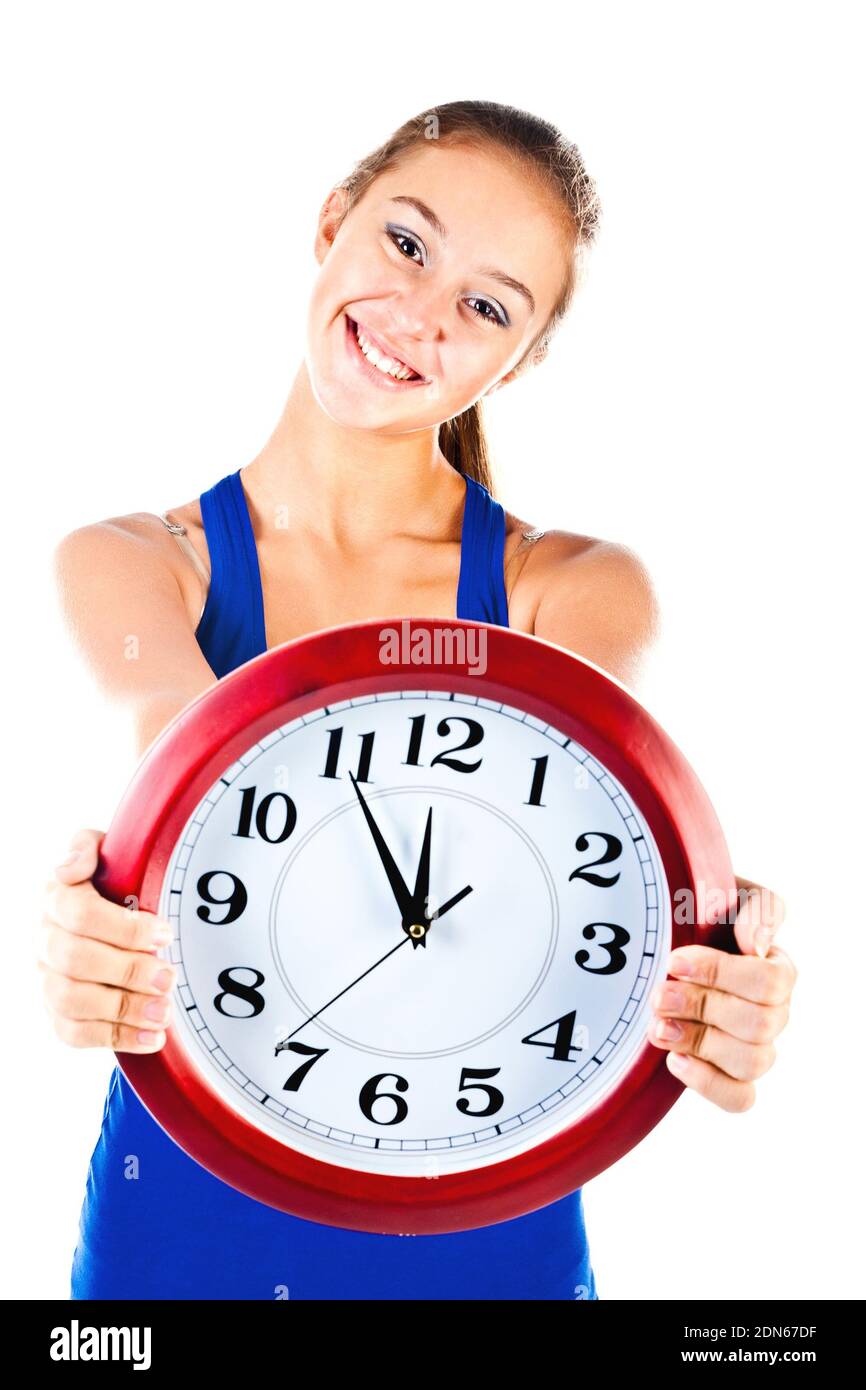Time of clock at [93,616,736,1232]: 11:54
